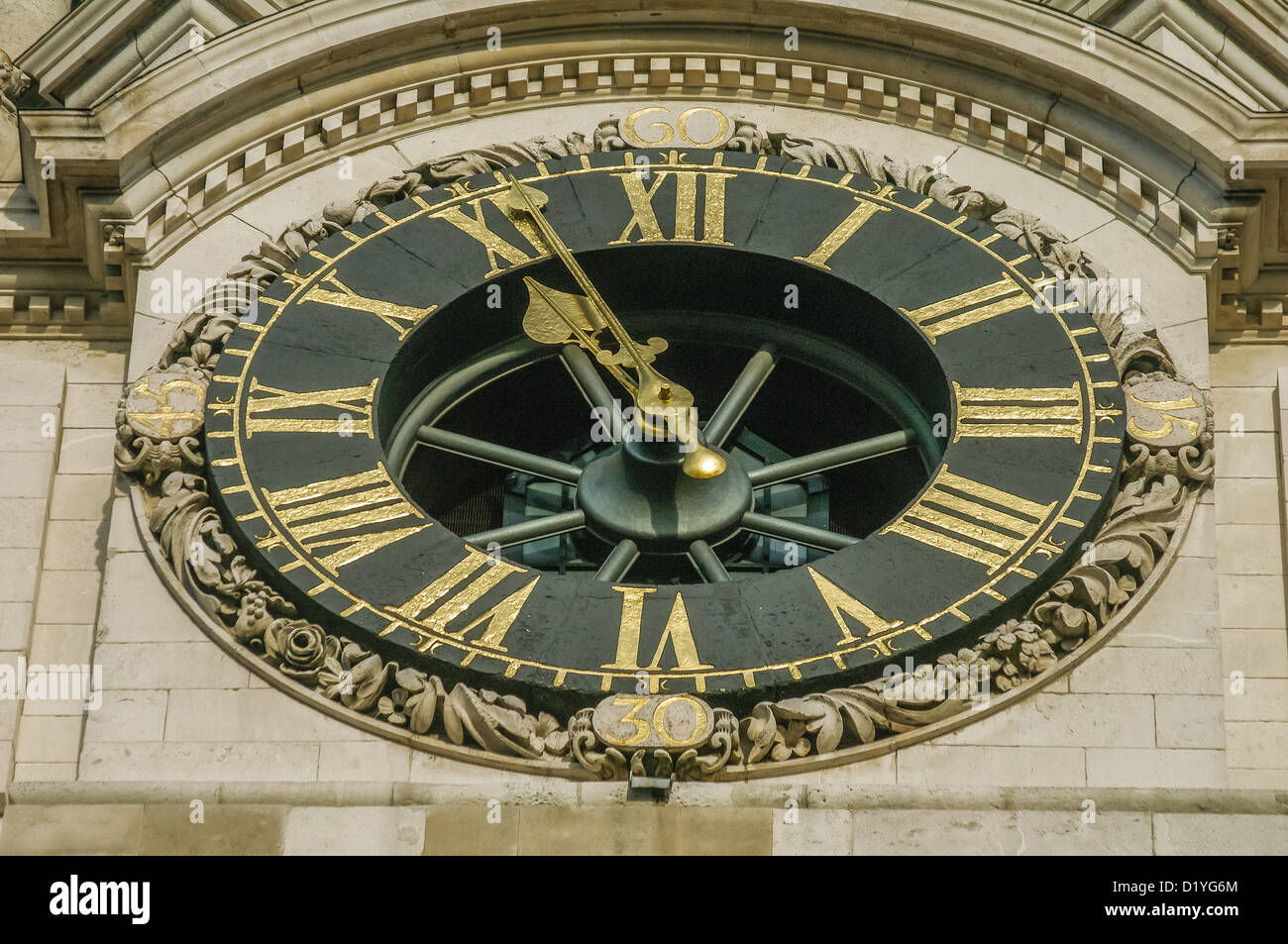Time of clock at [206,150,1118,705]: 11:56
